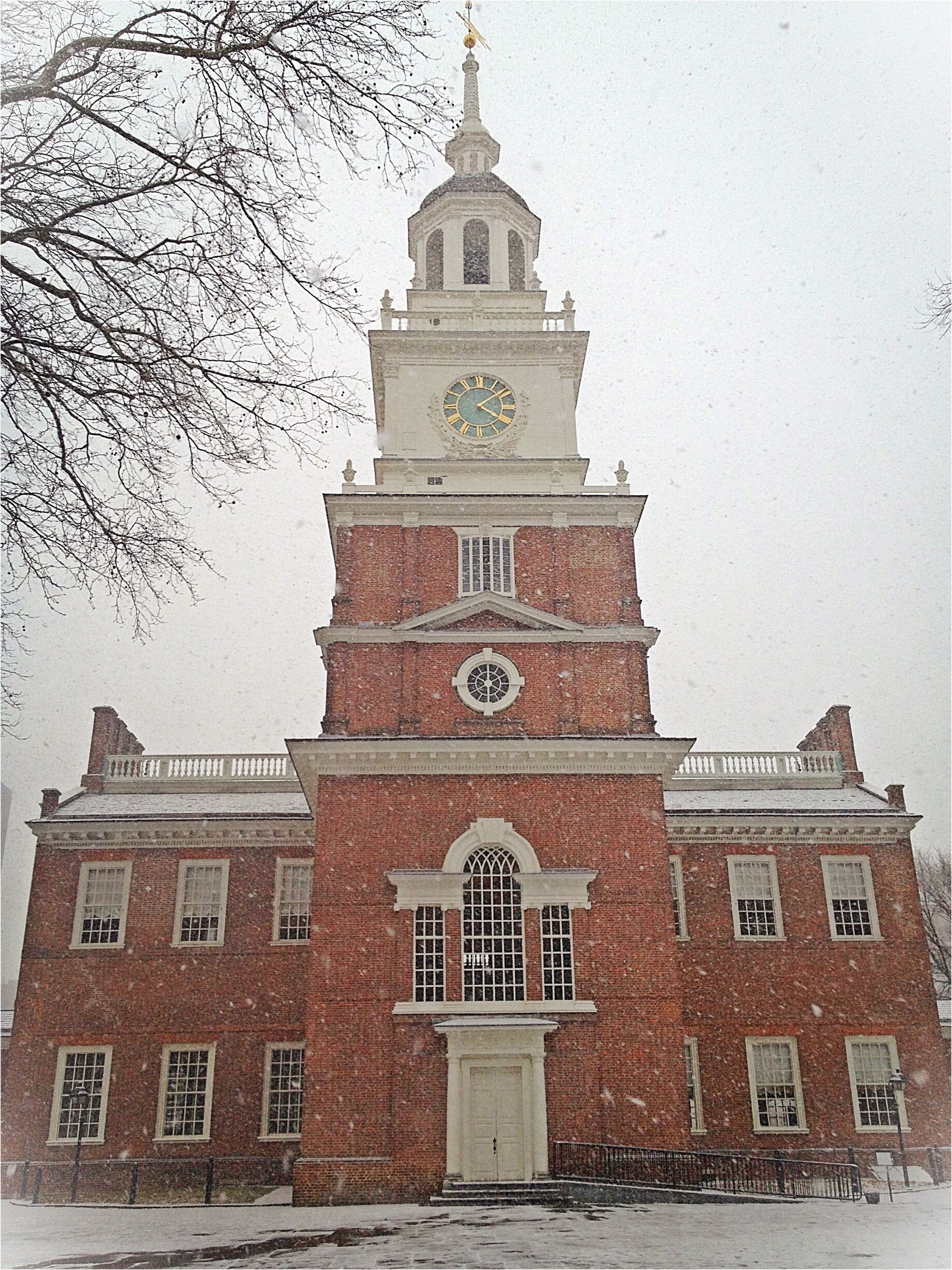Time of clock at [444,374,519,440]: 4:08
